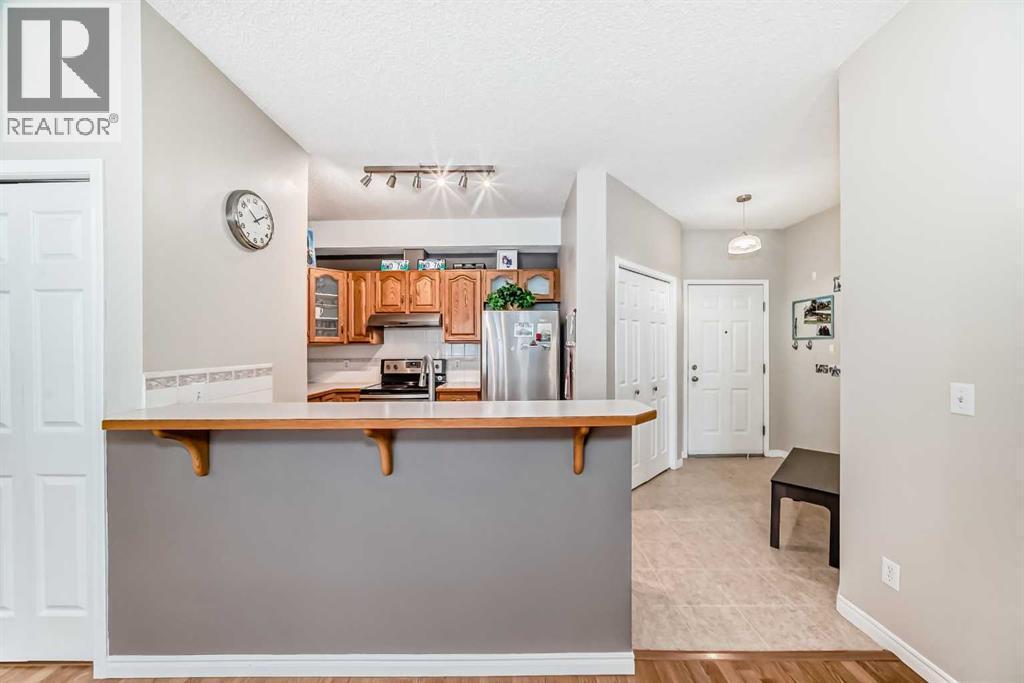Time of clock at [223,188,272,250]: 1:51
